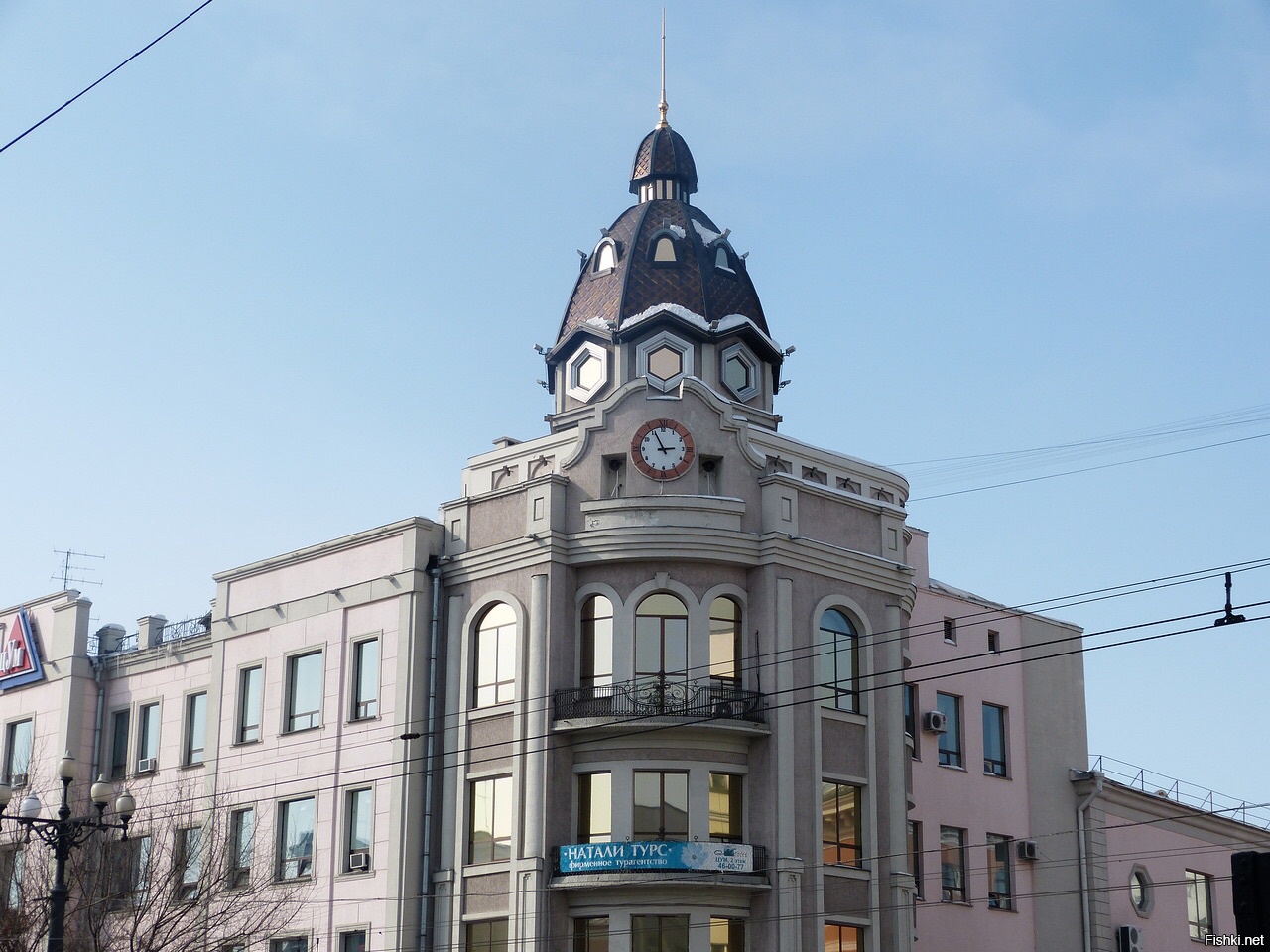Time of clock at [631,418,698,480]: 2:55
